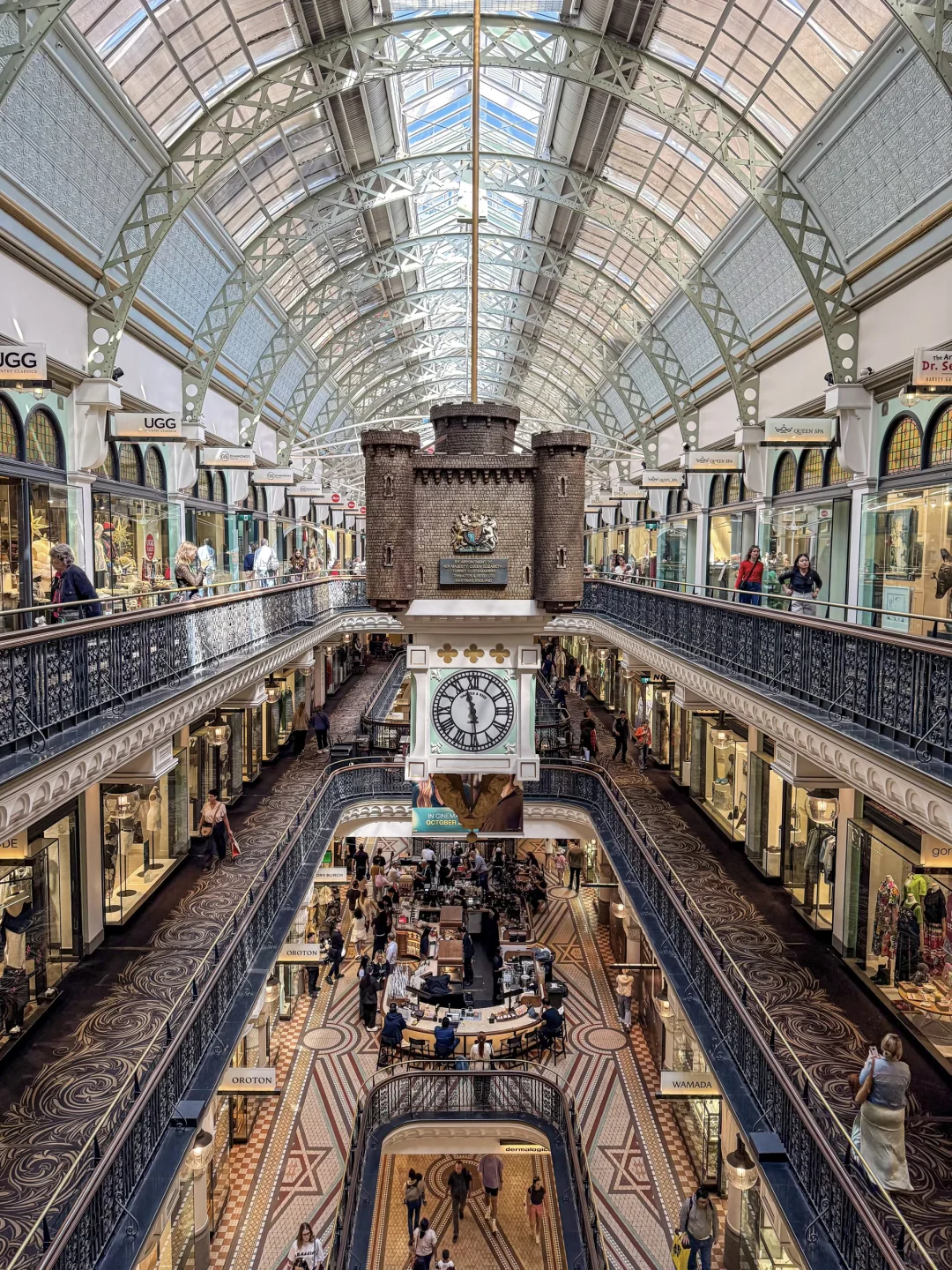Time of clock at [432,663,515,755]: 11:29
